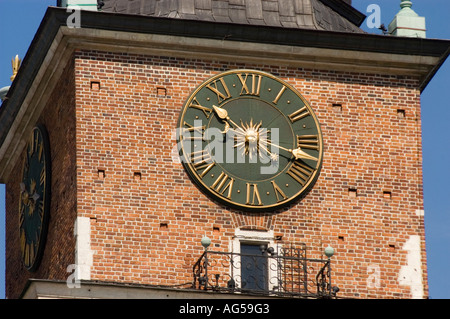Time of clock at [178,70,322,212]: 10:17
